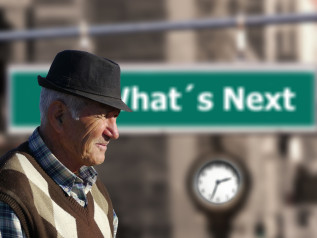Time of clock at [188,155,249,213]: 2:33
